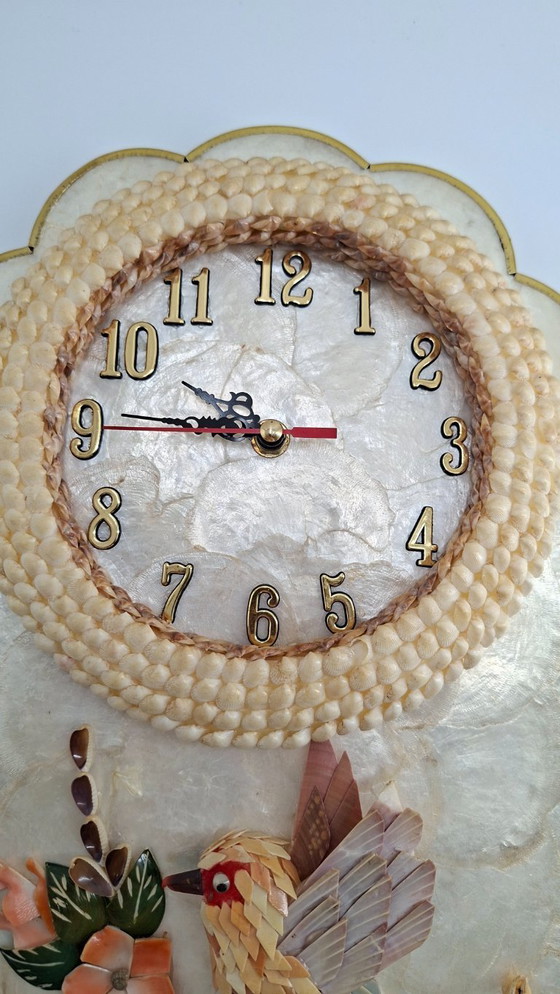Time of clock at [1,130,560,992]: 9:45
